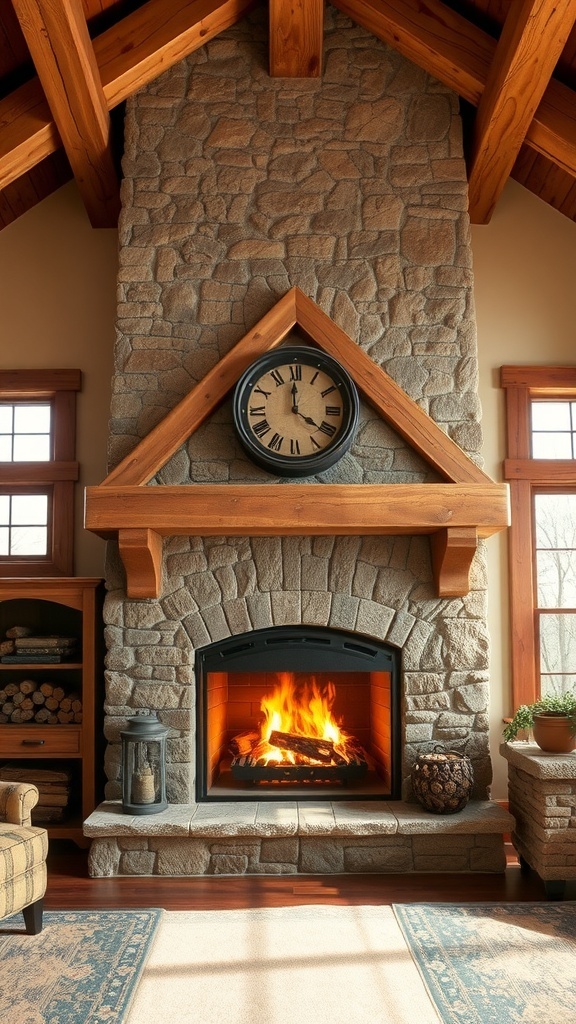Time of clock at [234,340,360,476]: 3:59
